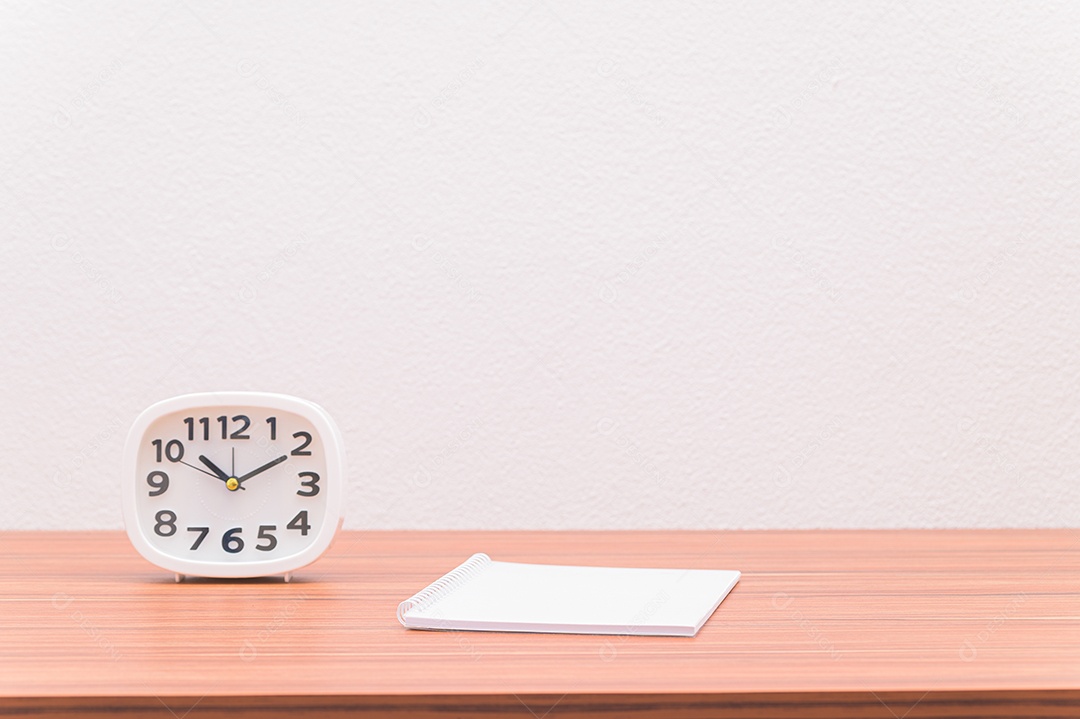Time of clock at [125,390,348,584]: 10:10
